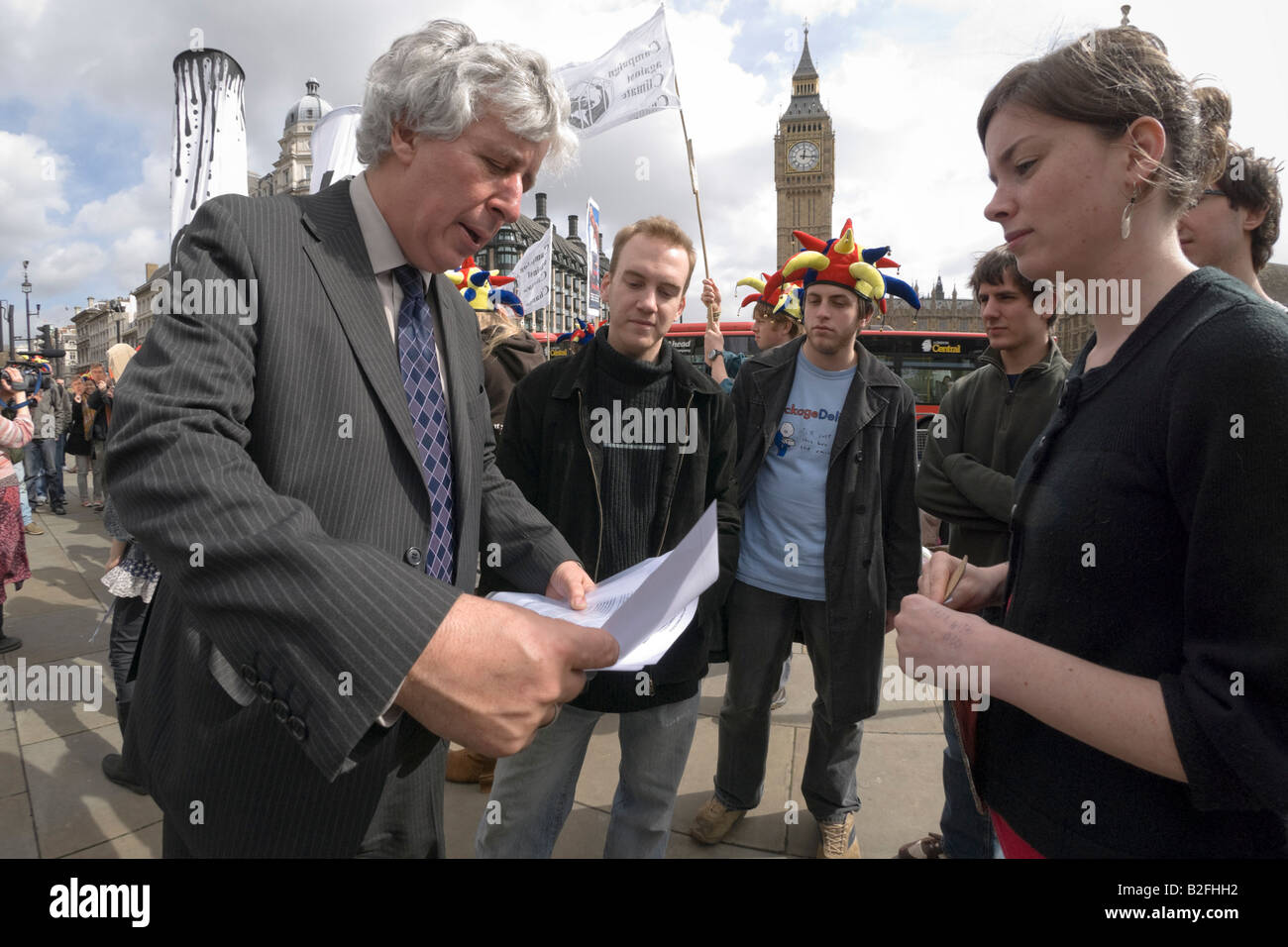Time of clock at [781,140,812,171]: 12:16
